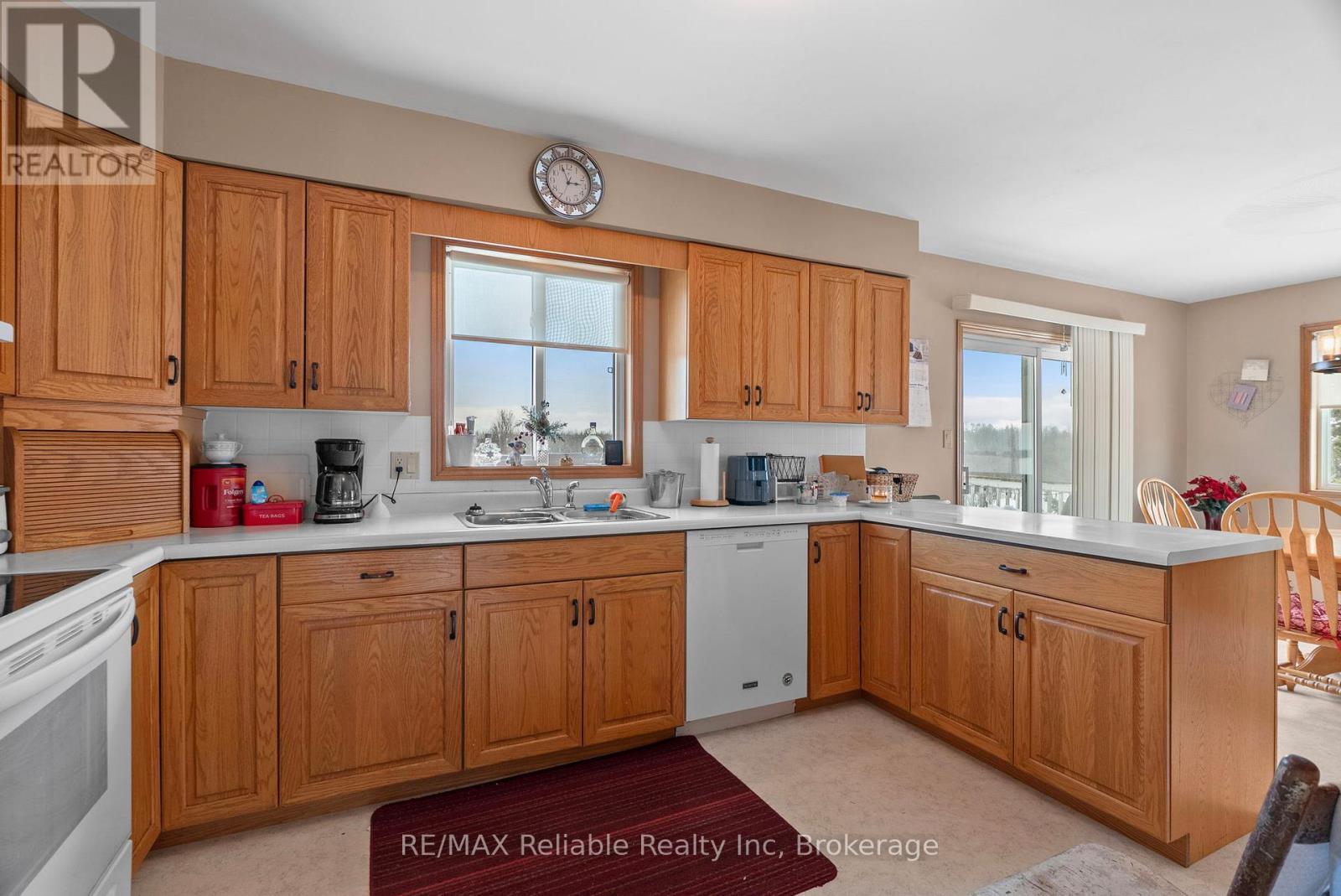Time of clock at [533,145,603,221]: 2:56
